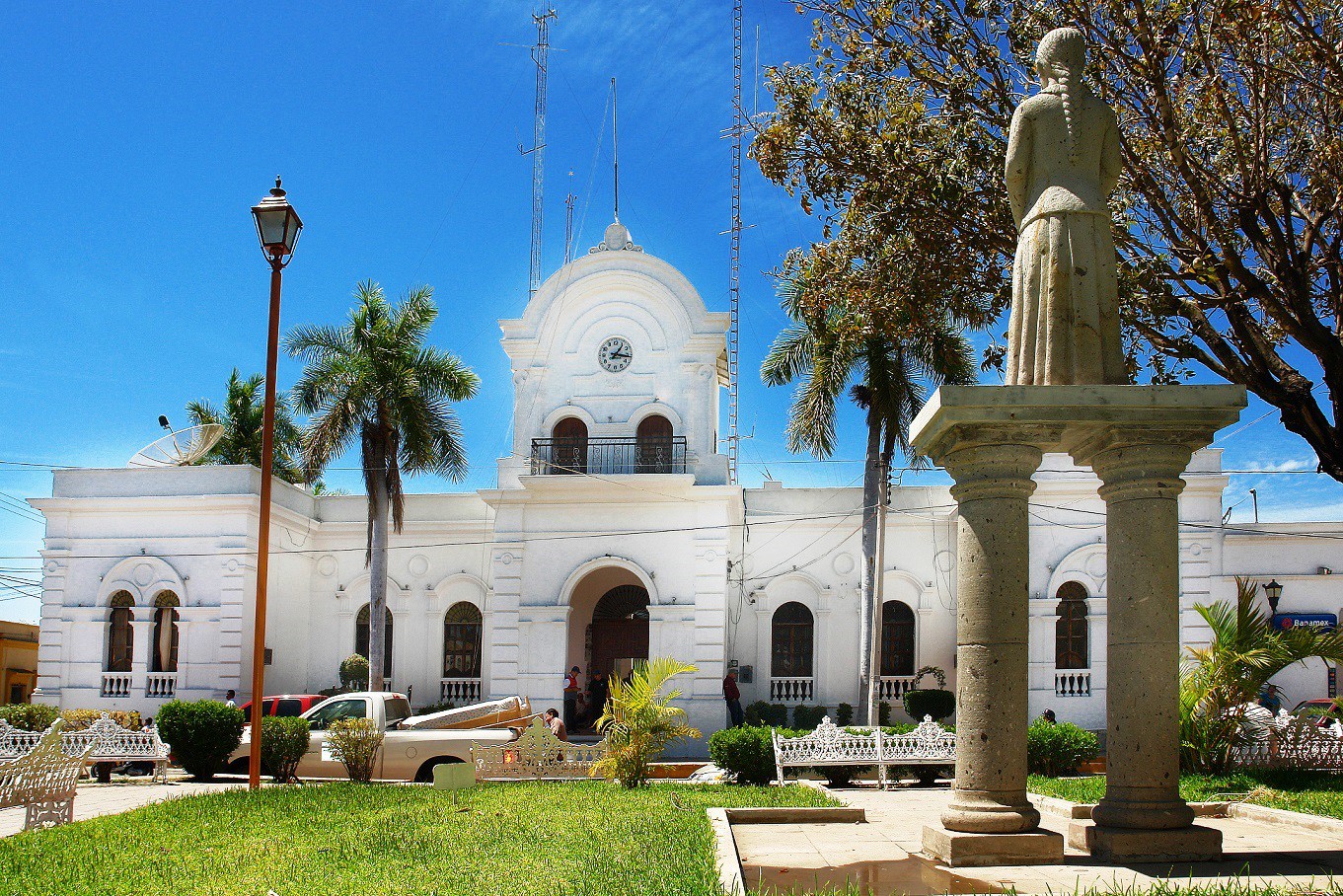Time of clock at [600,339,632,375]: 1:16
